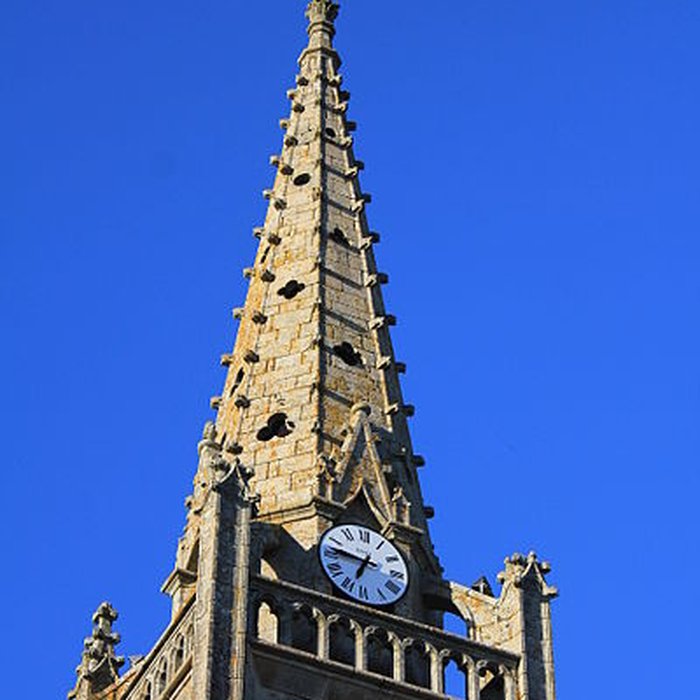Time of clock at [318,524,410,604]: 6:46
